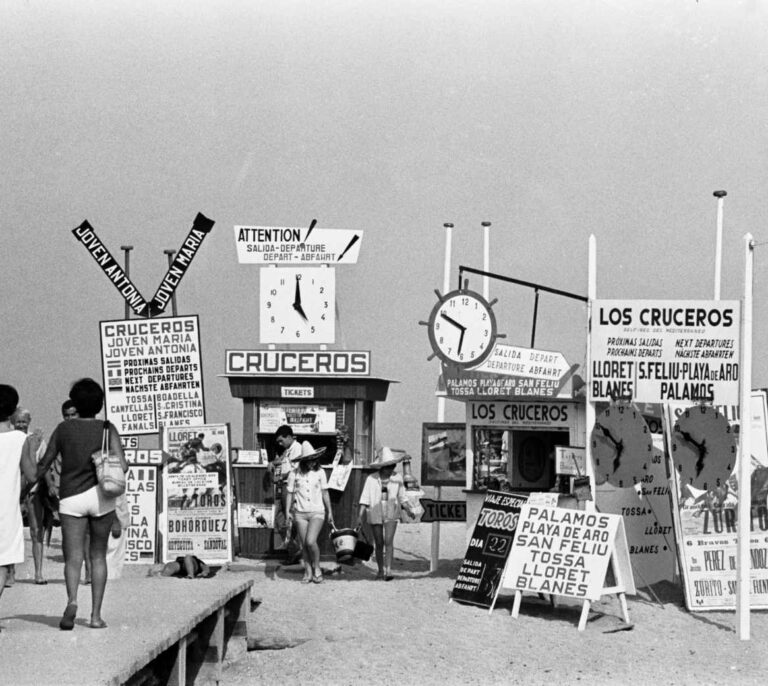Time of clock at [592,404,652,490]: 6:50
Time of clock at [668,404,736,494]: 6:49
